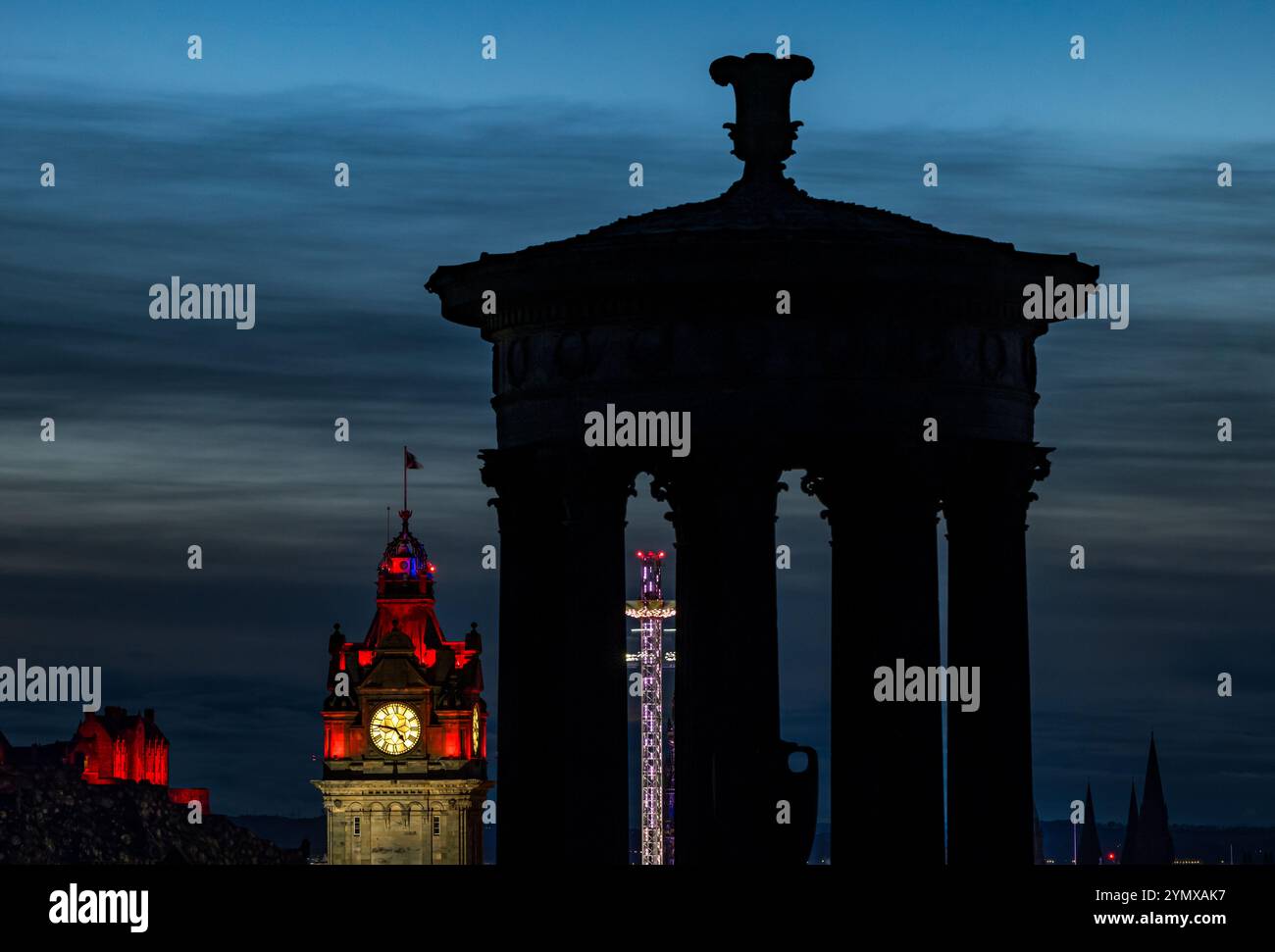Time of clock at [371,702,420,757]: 4:46
